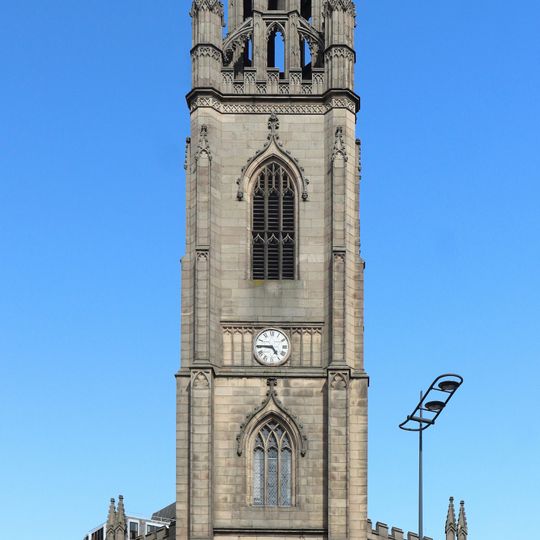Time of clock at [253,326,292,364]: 4:45
